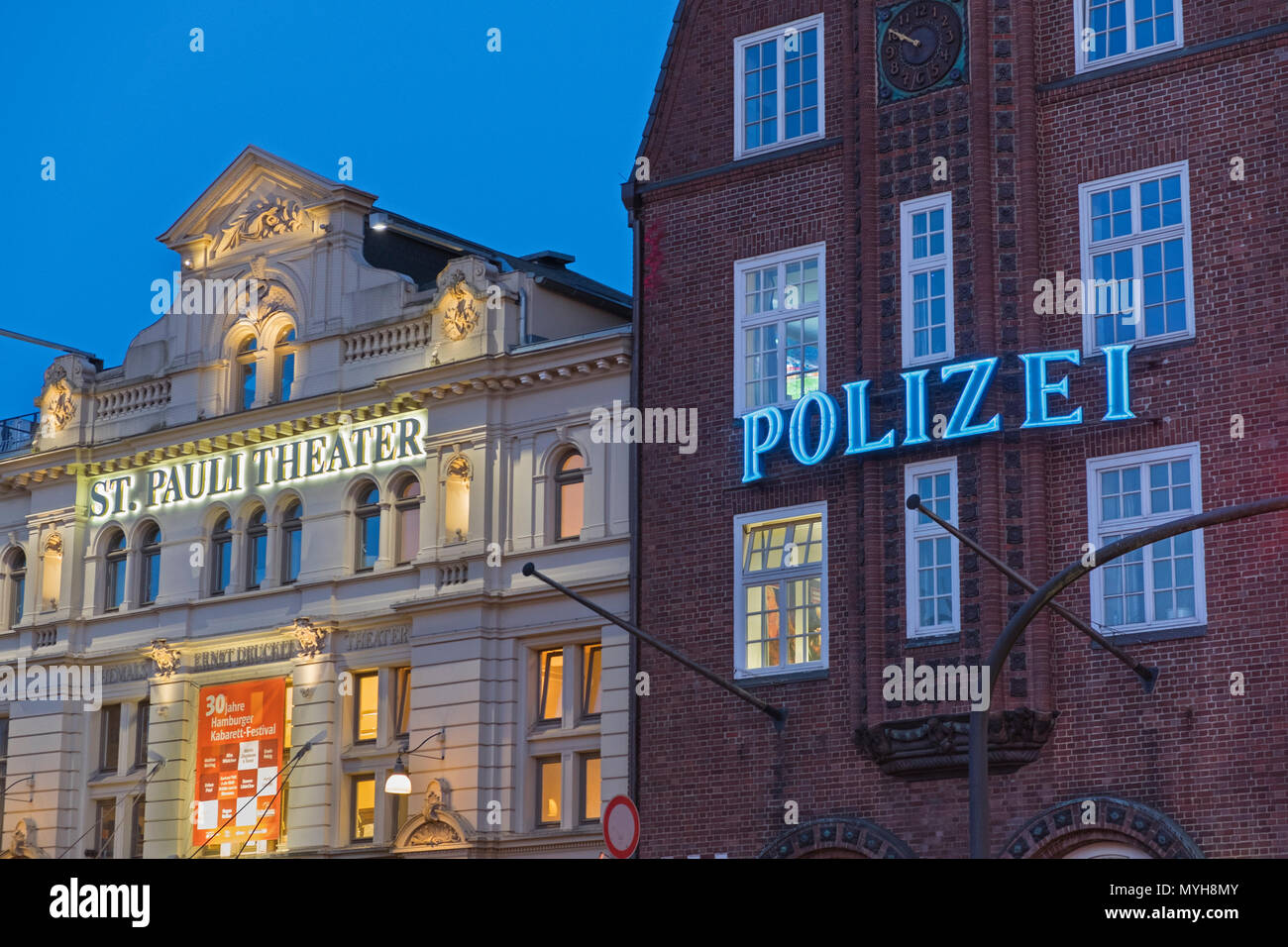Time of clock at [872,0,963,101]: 9:50
